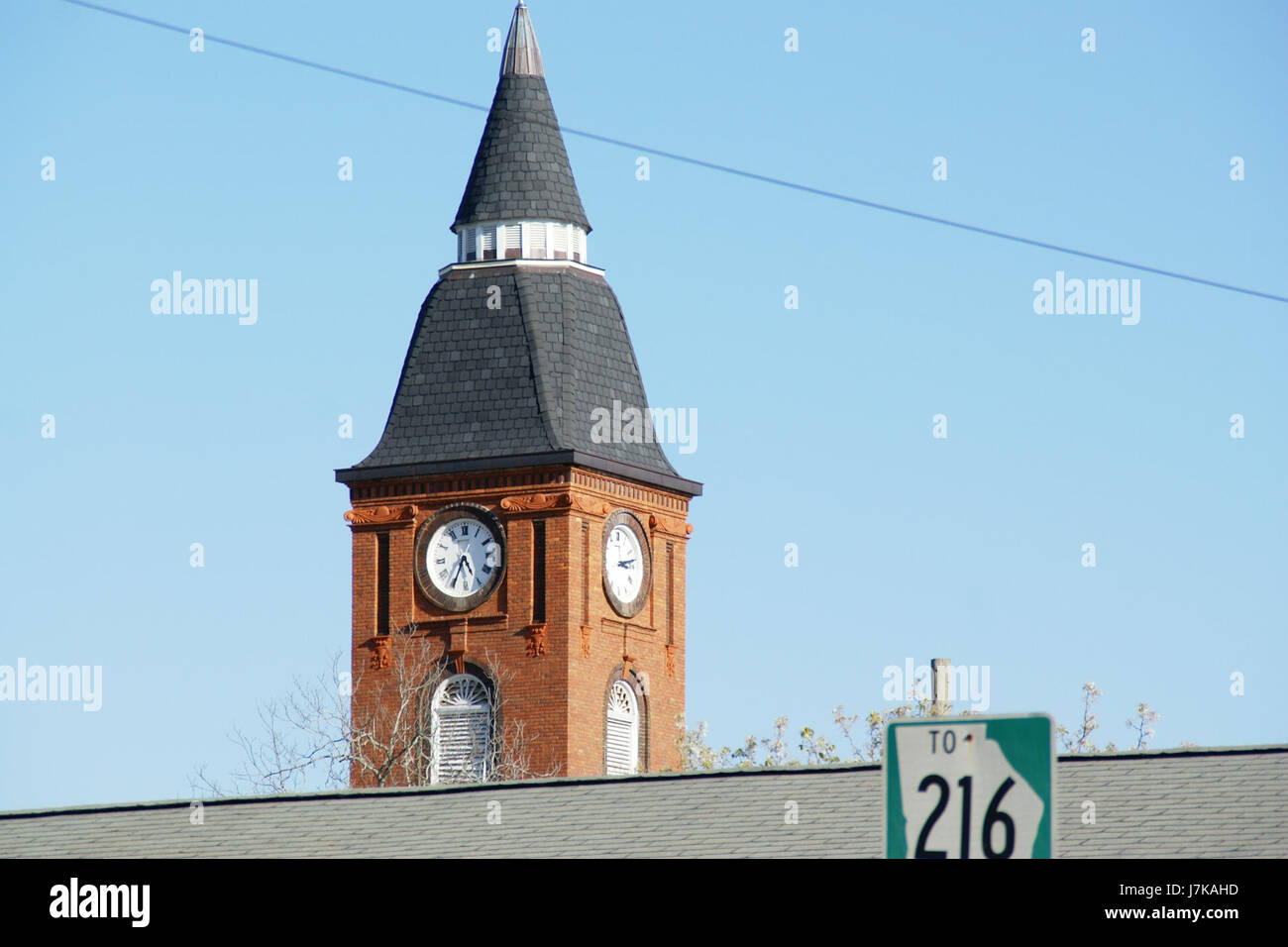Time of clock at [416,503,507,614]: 4:34
